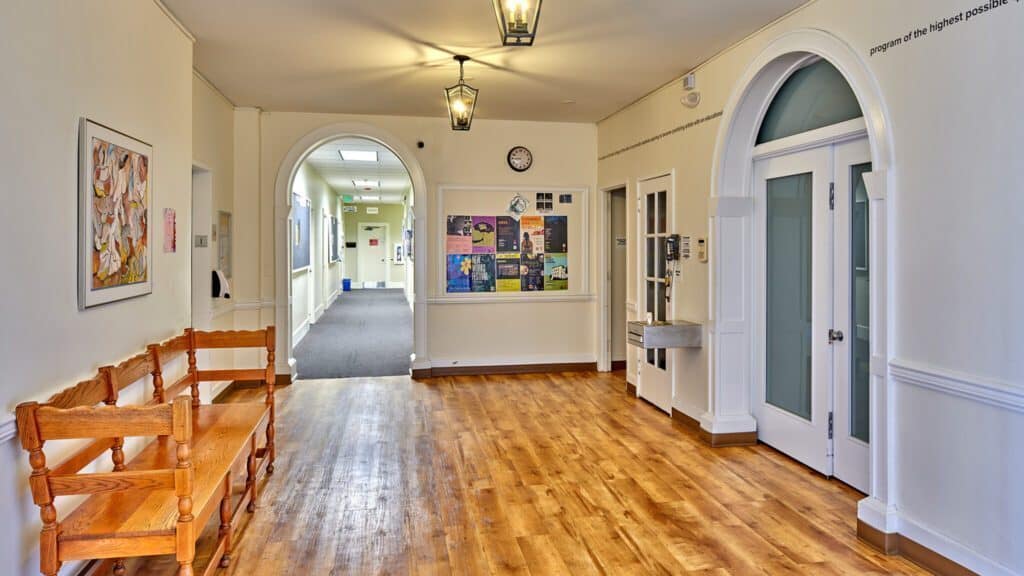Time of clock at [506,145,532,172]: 8:45
